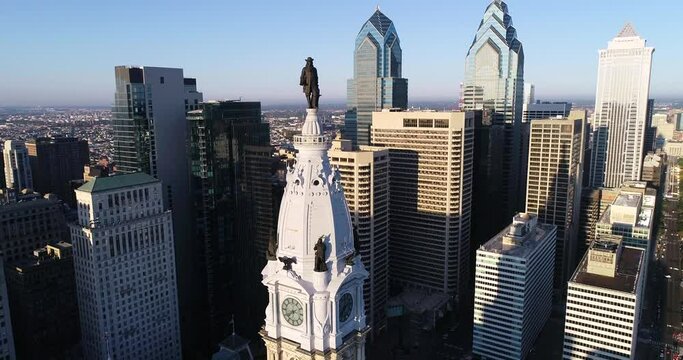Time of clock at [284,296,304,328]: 7:40
